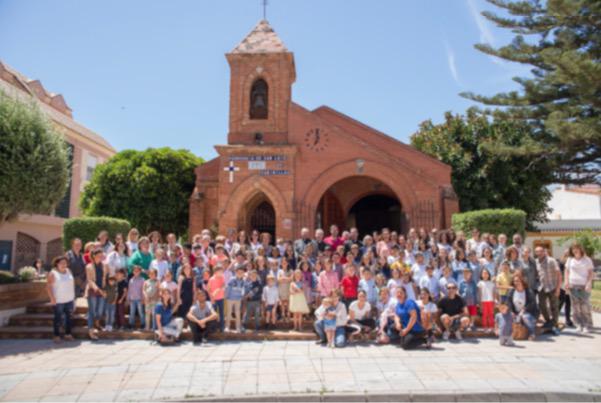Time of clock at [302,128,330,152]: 7:00
